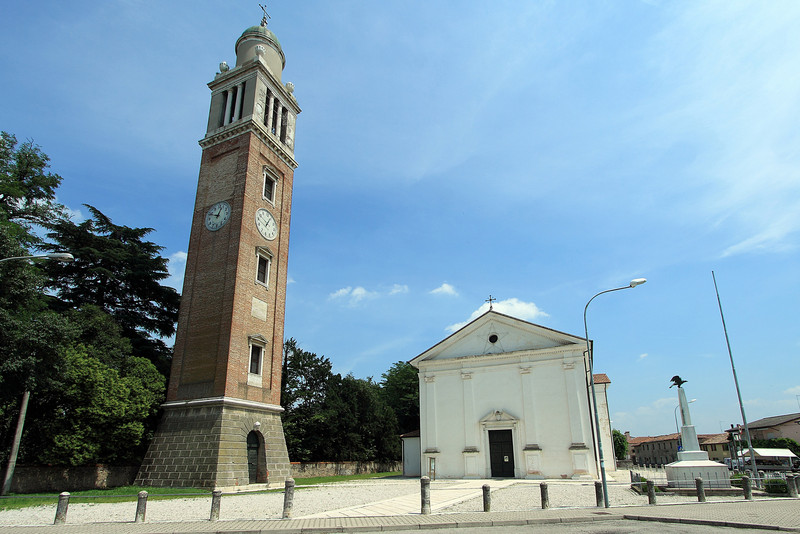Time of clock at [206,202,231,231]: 12:49
